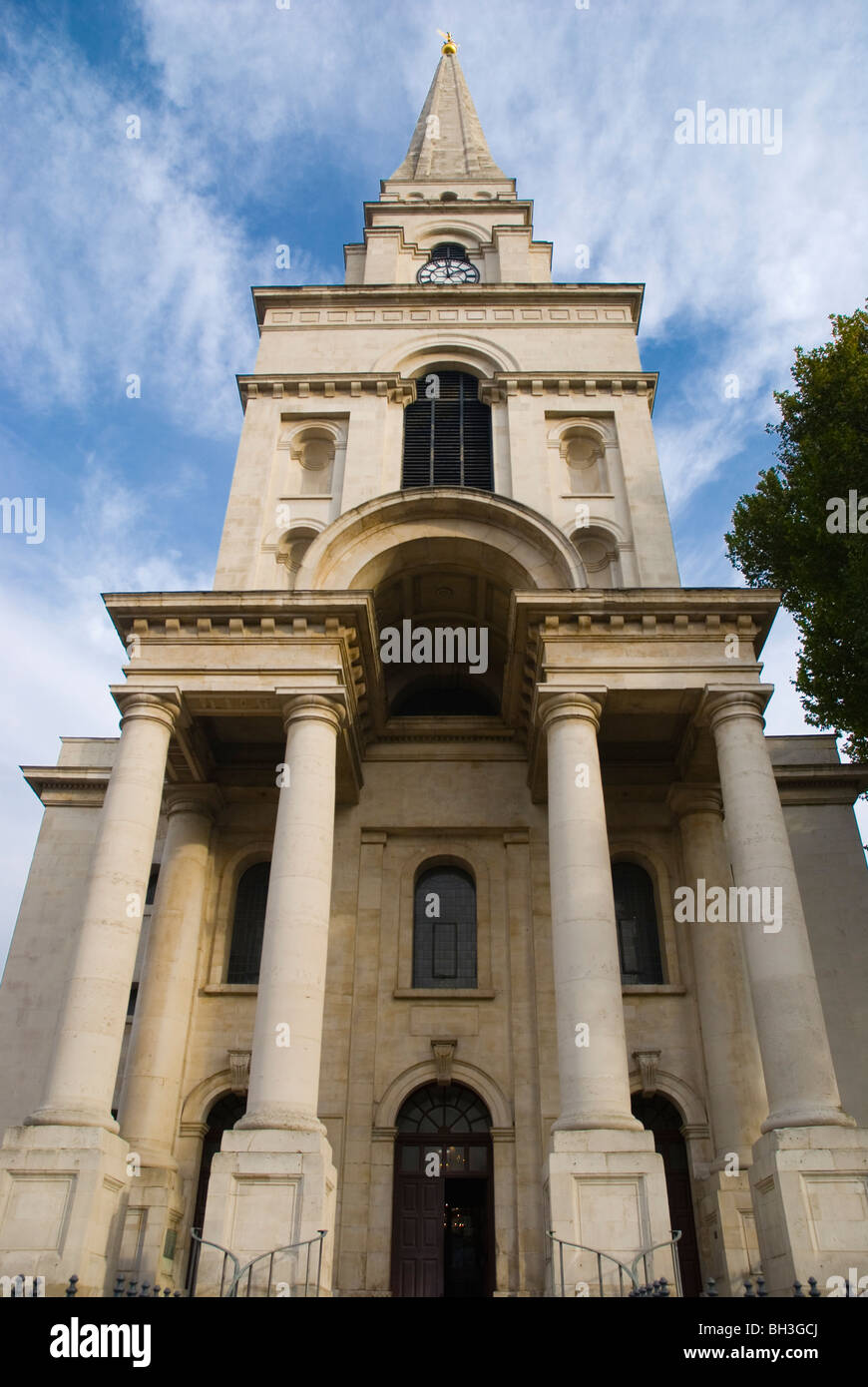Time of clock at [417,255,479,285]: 1:59
